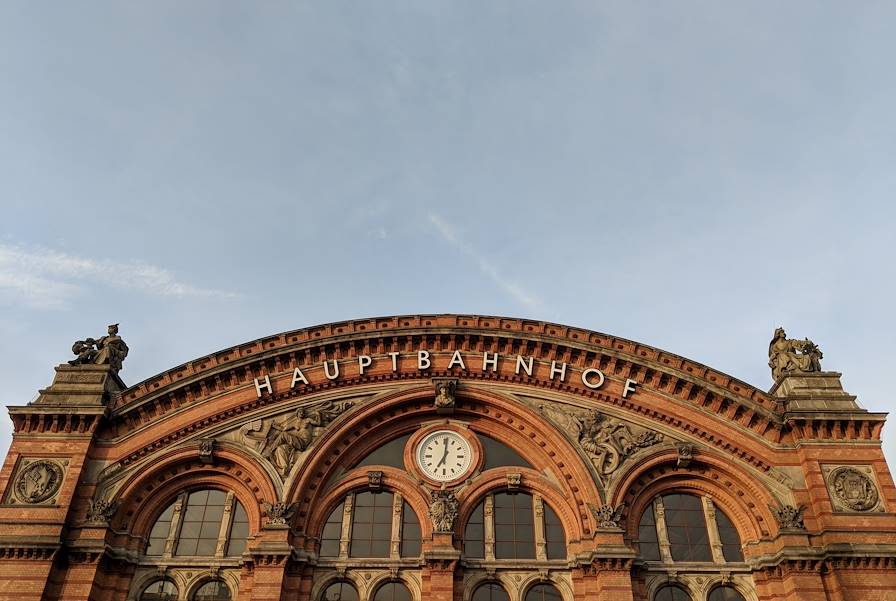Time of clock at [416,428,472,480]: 7:01
